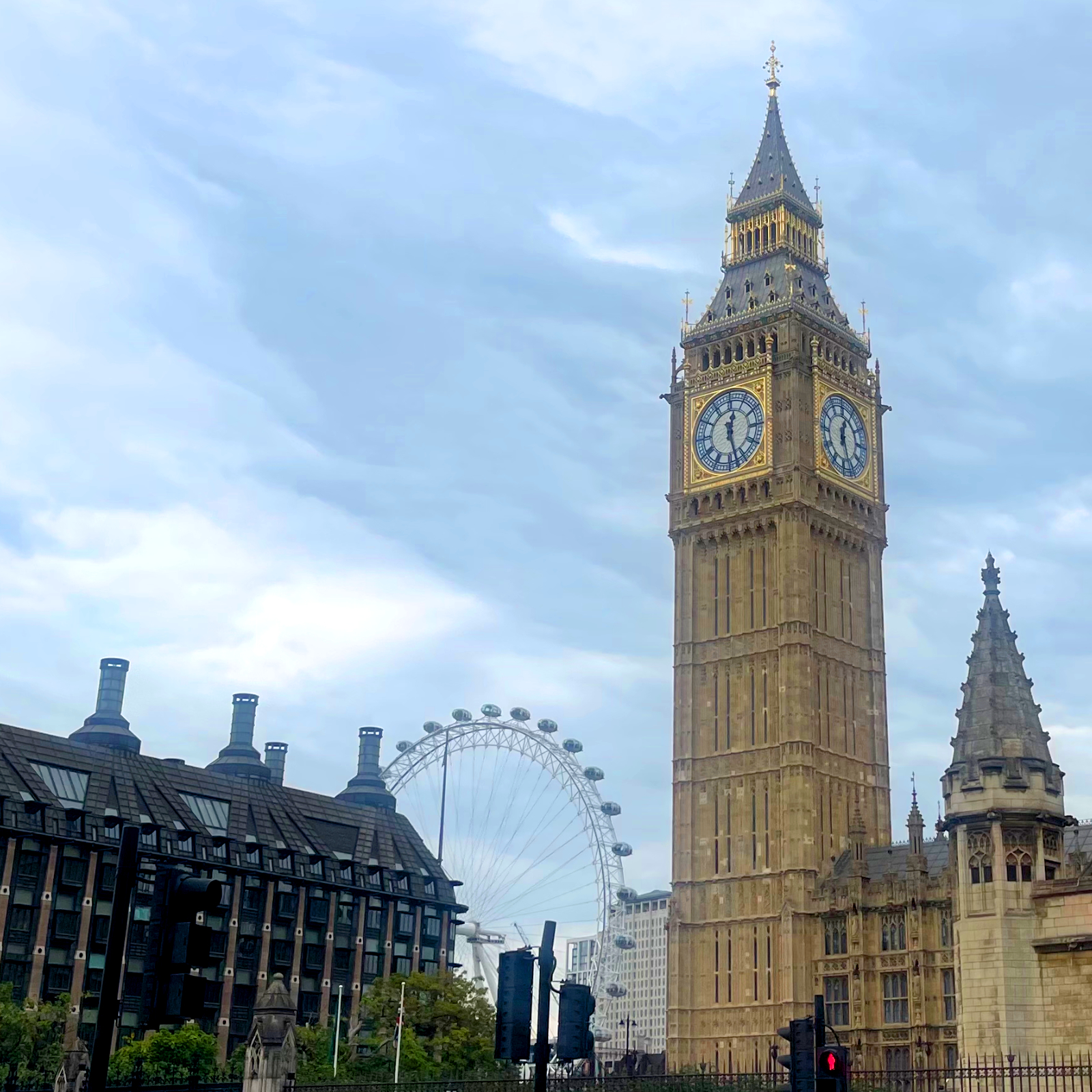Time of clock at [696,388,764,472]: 12:27
